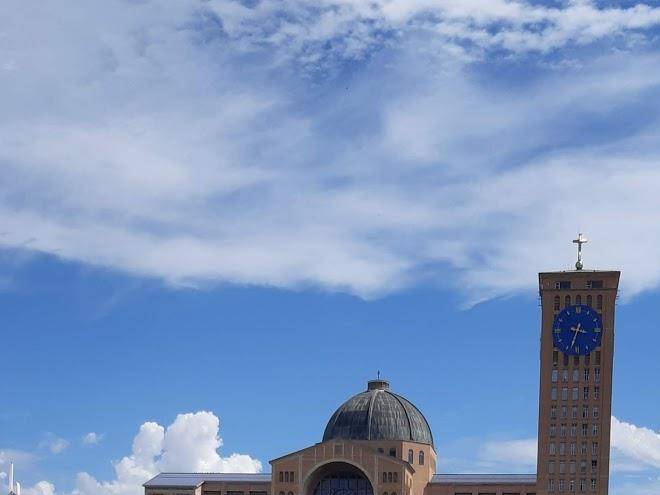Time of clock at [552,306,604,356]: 3:33
